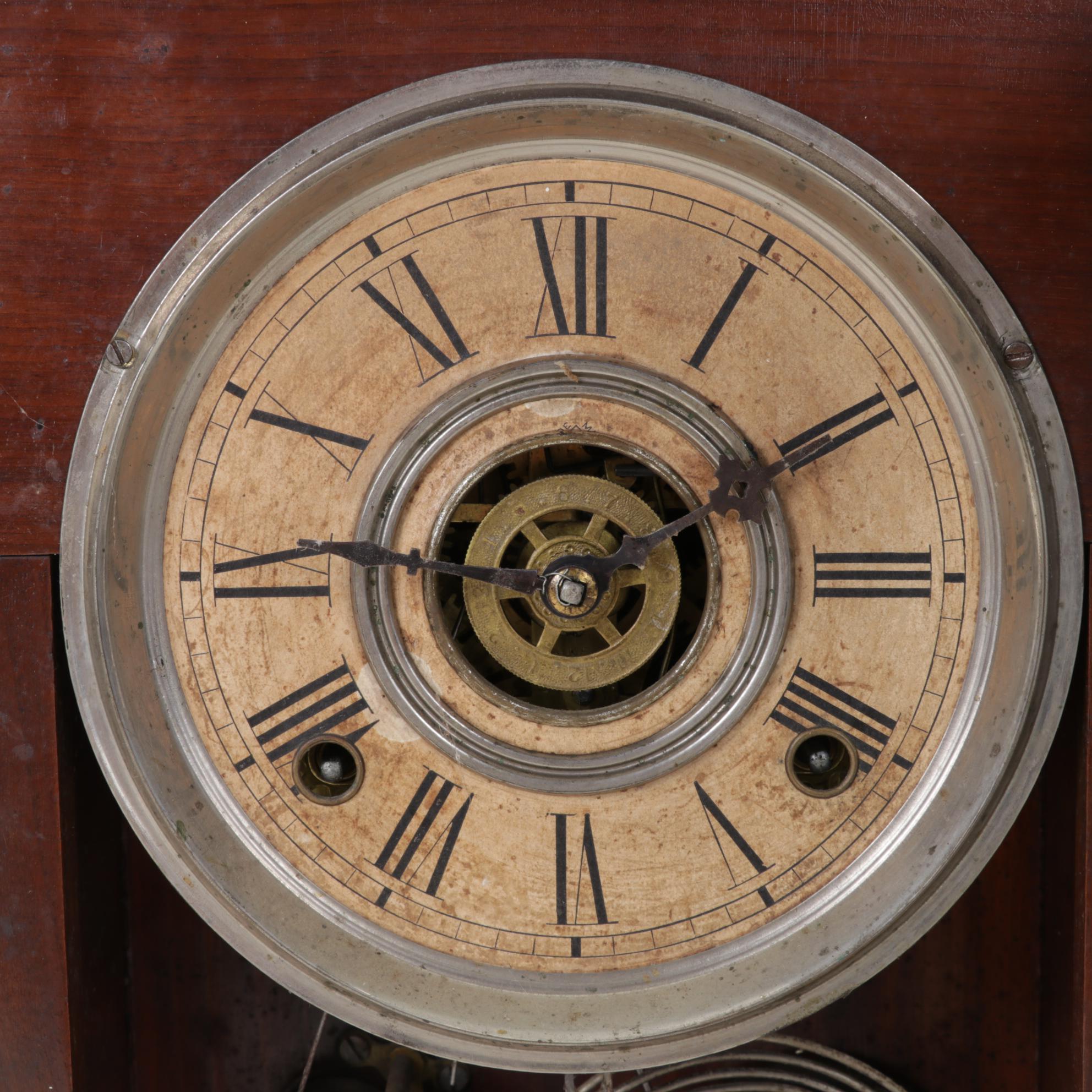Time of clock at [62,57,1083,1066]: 9:10
